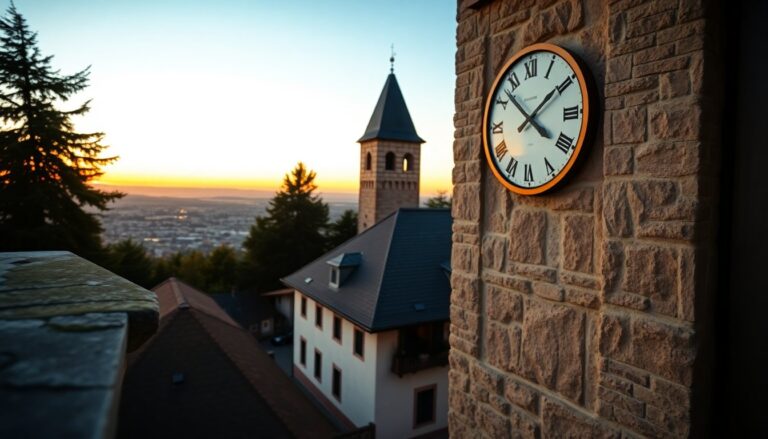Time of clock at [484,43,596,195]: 1:52
